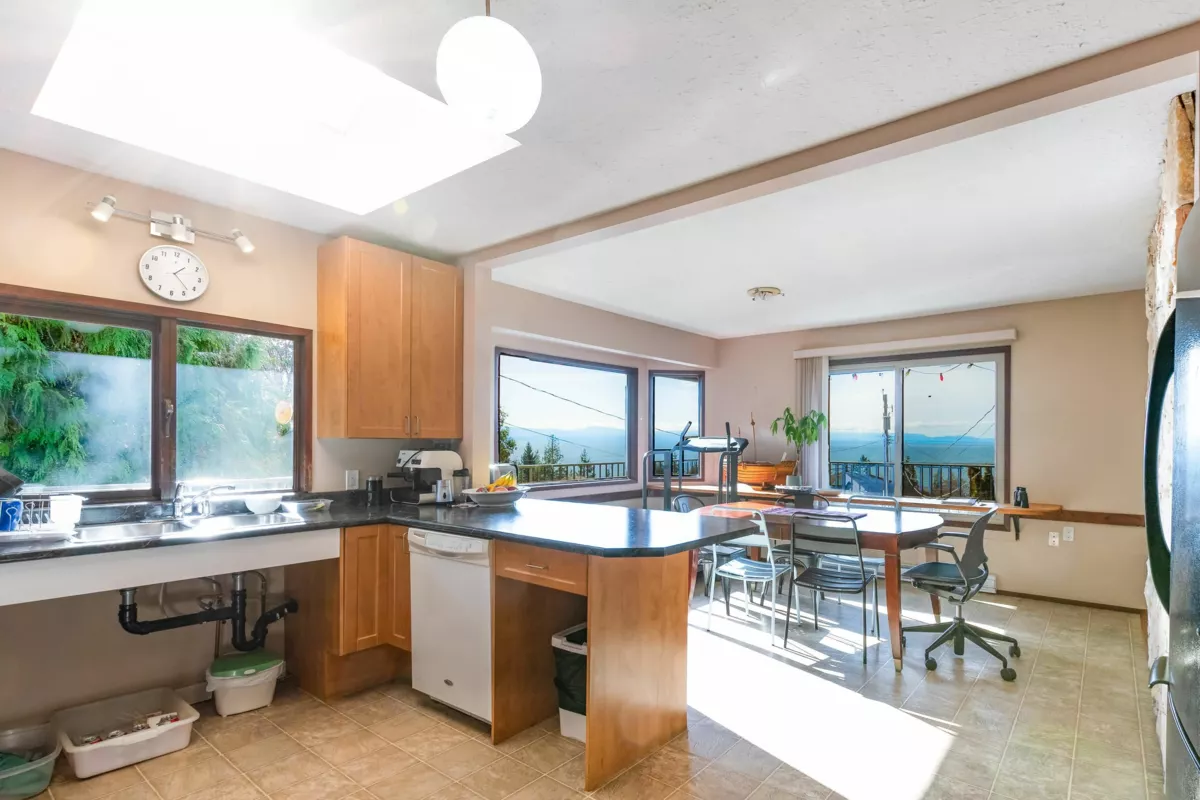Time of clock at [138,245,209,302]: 1:22
